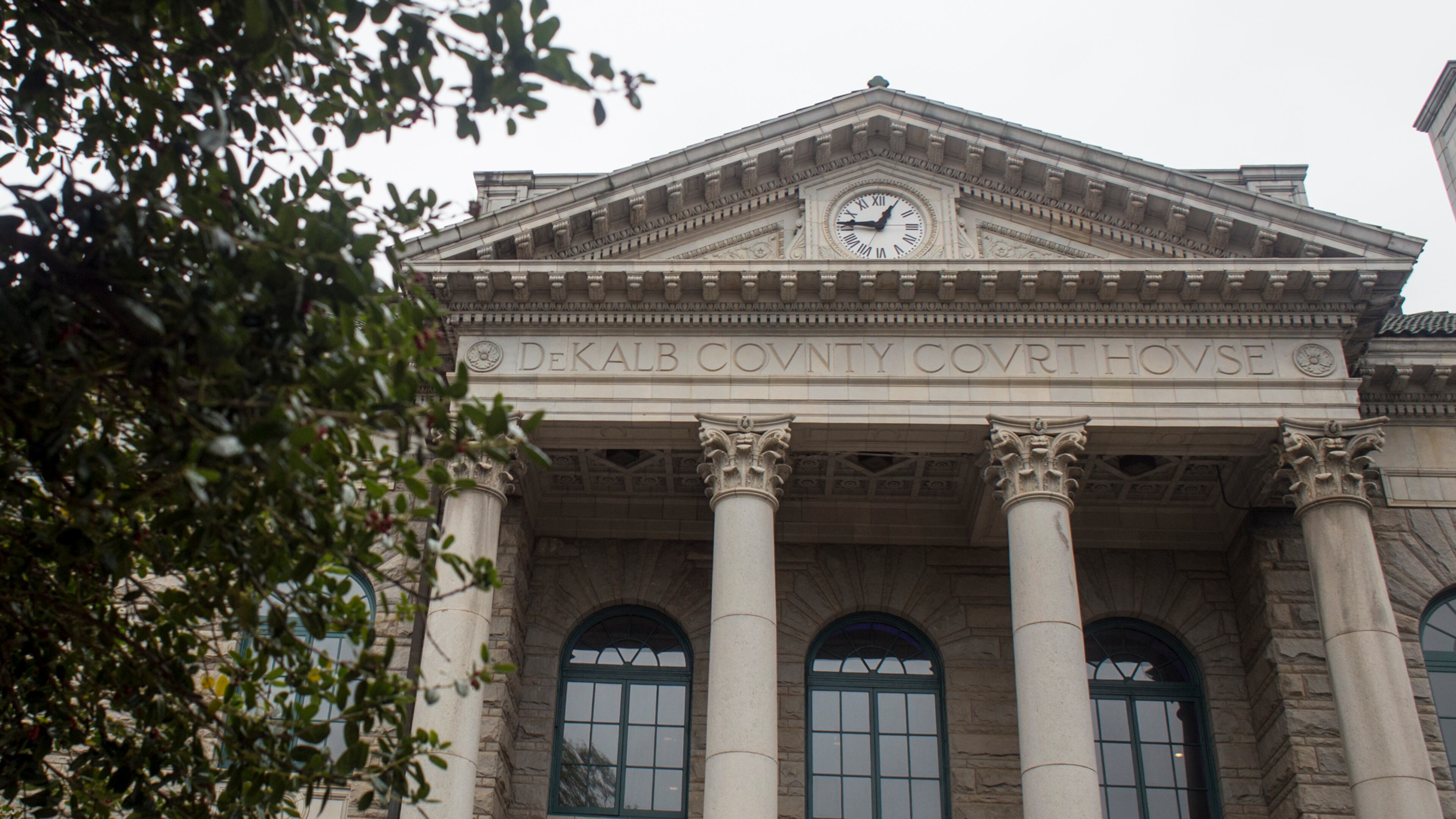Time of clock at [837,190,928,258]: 12:46
